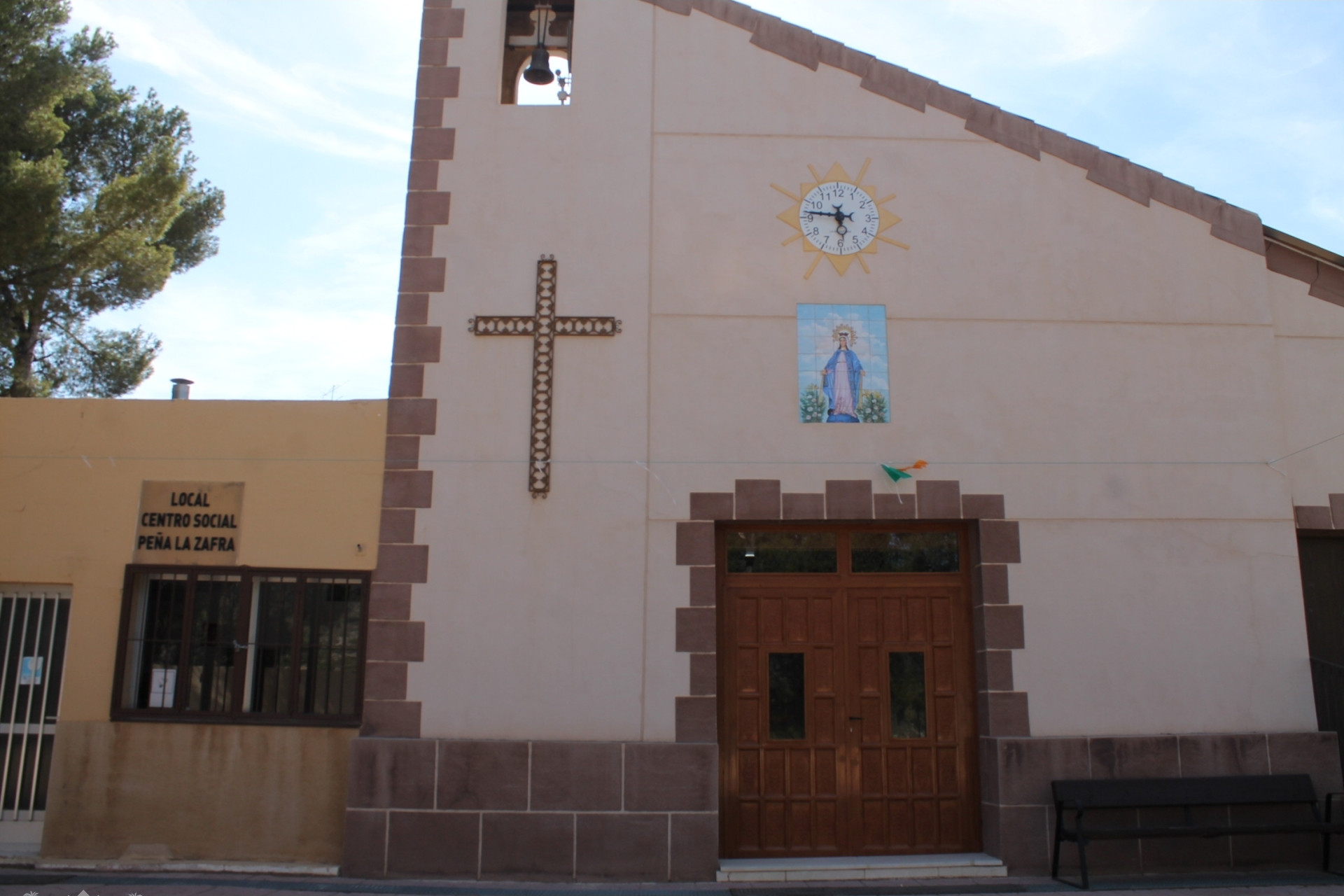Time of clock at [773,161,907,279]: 5:46
